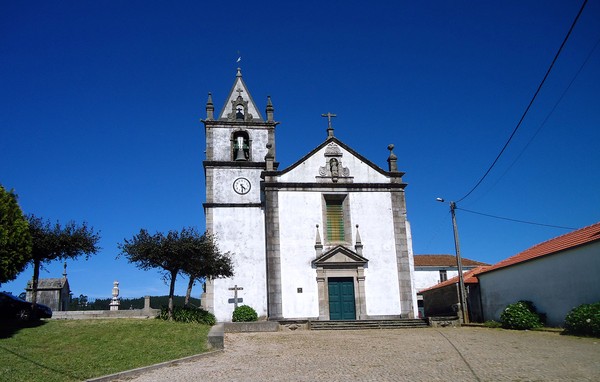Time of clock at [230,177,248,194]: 4:29
